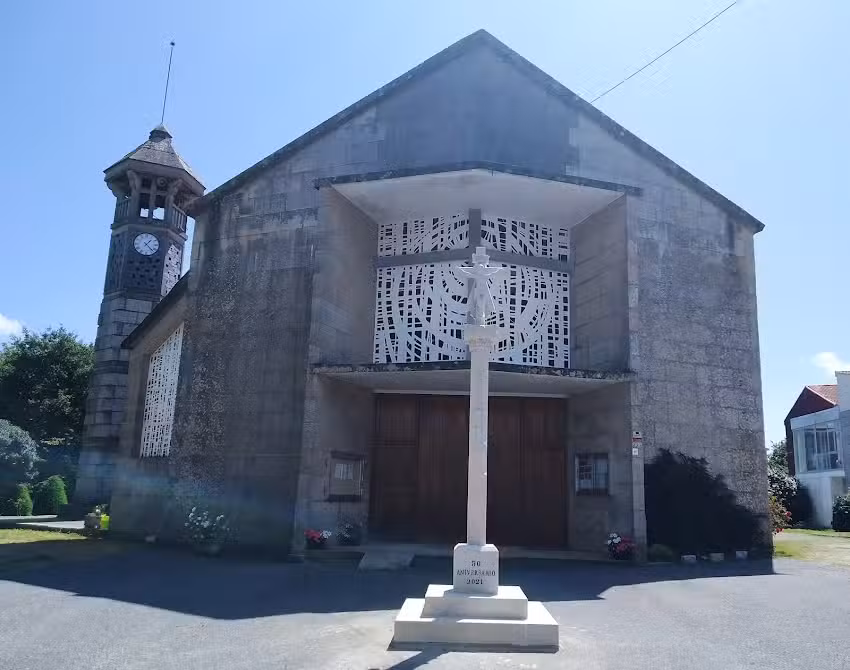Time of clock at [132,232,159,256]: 1:22
